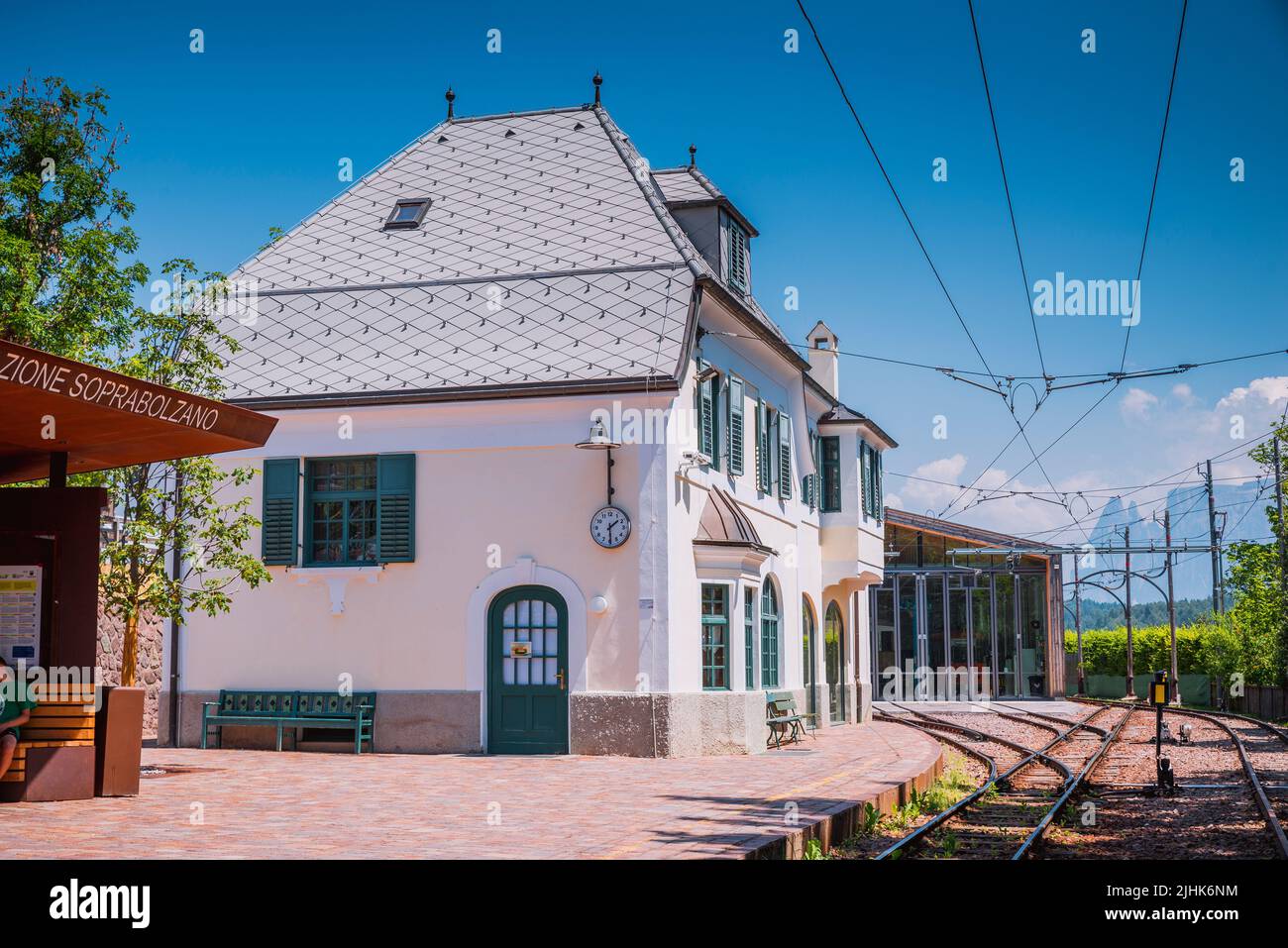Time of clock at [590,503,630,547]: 1:29
